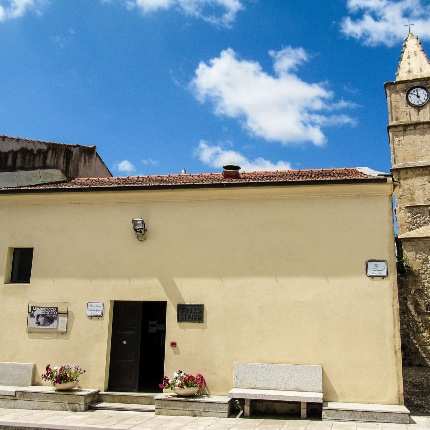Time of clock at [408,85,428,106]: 11:49
